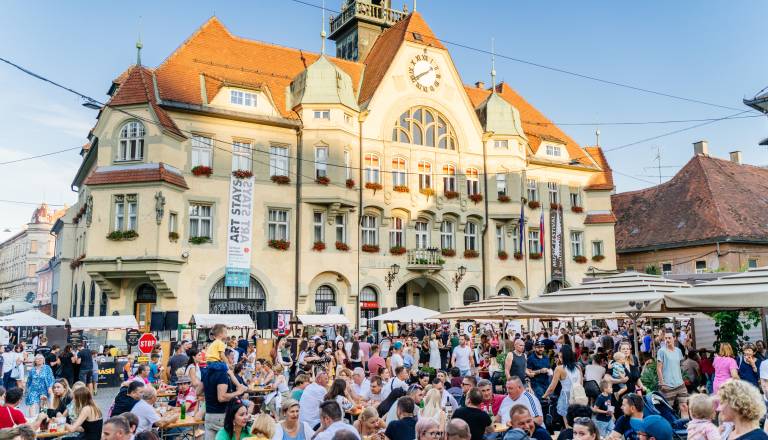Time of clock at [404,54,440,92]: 1:40
